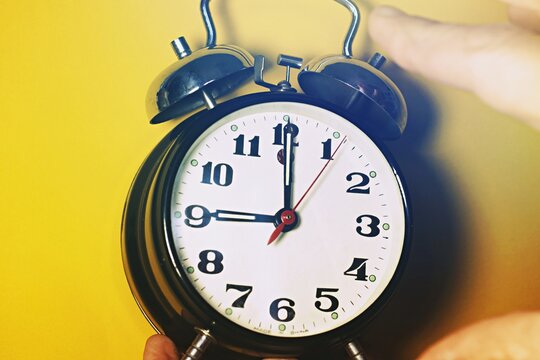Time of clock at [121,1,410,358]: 9:00
